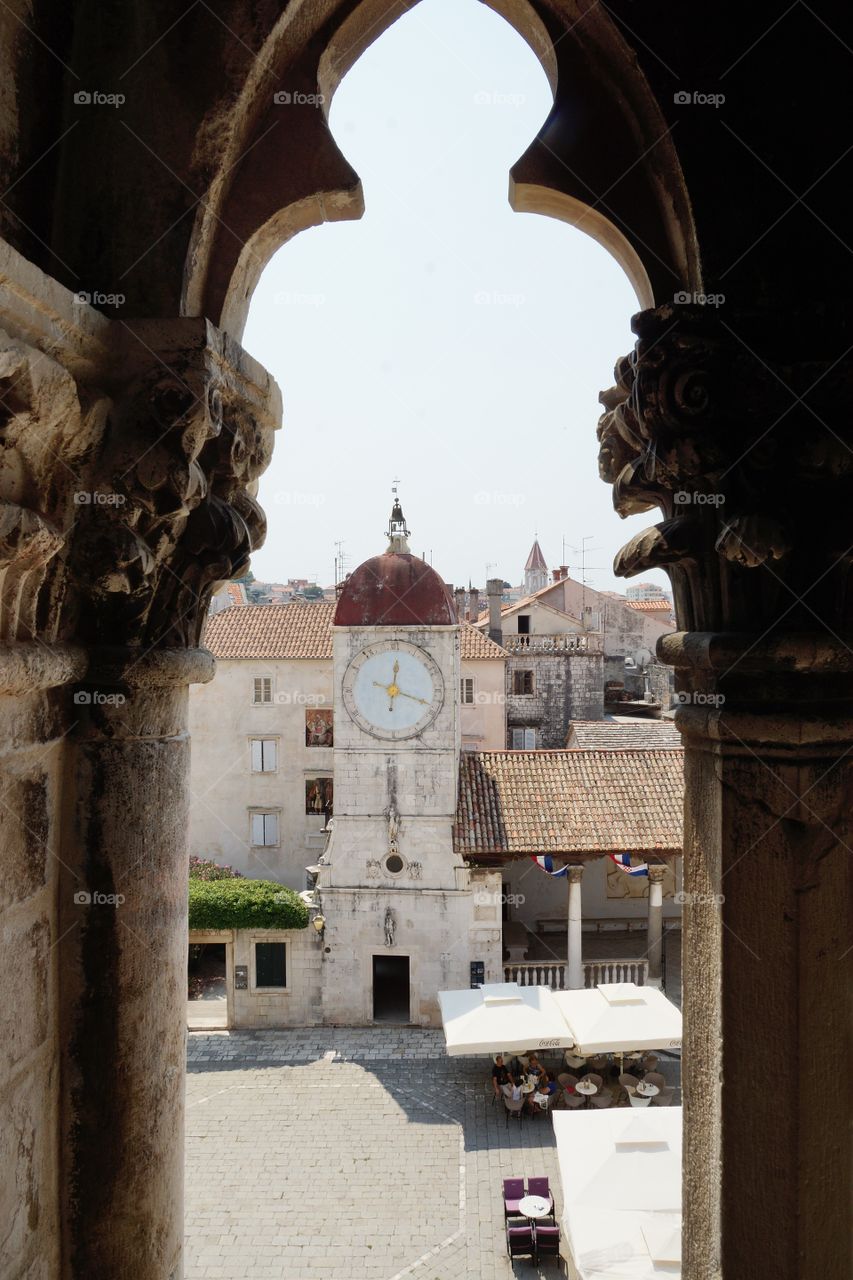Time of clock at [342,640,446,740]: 12:18
